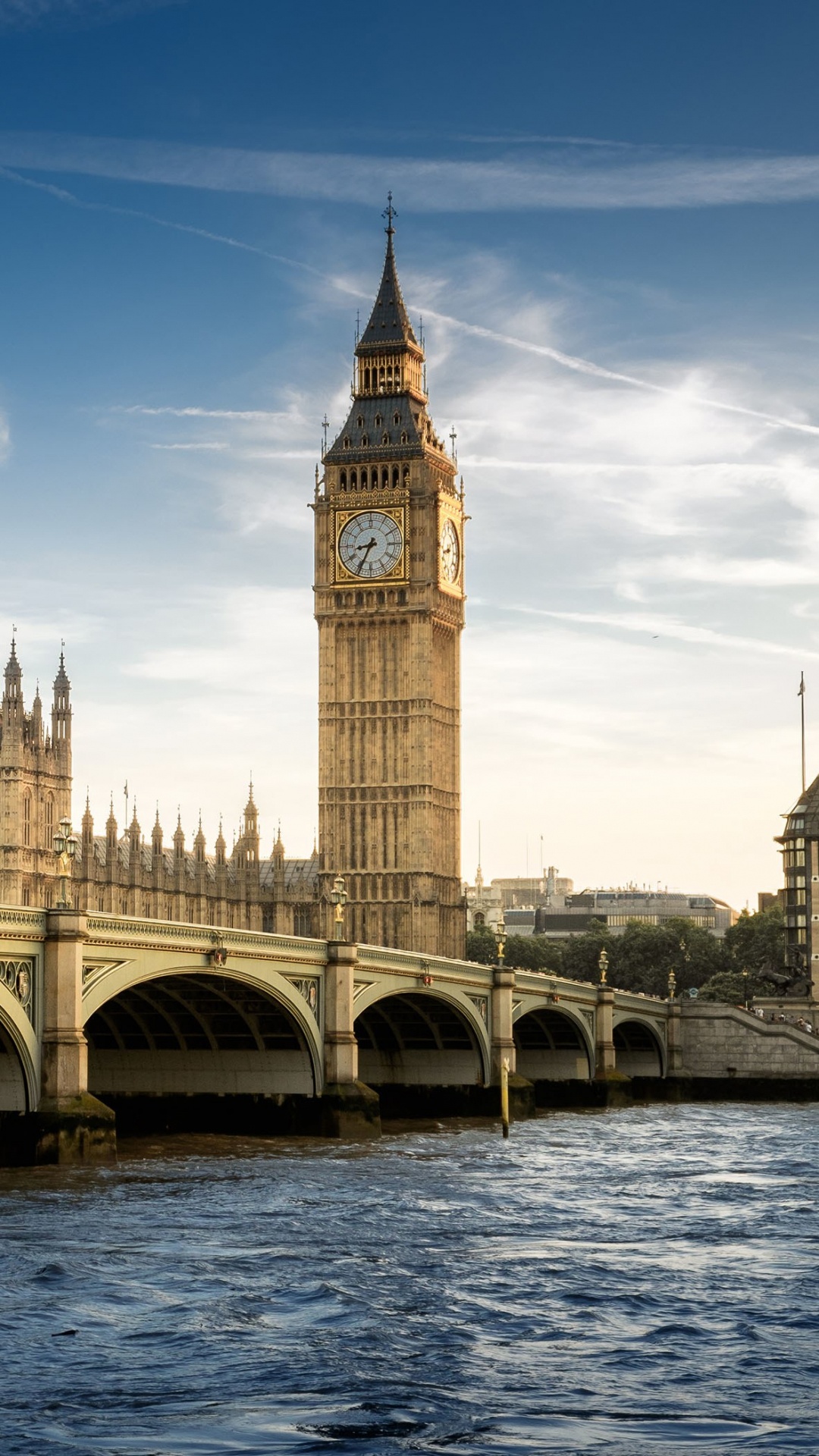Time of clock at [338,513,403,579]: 8:34
